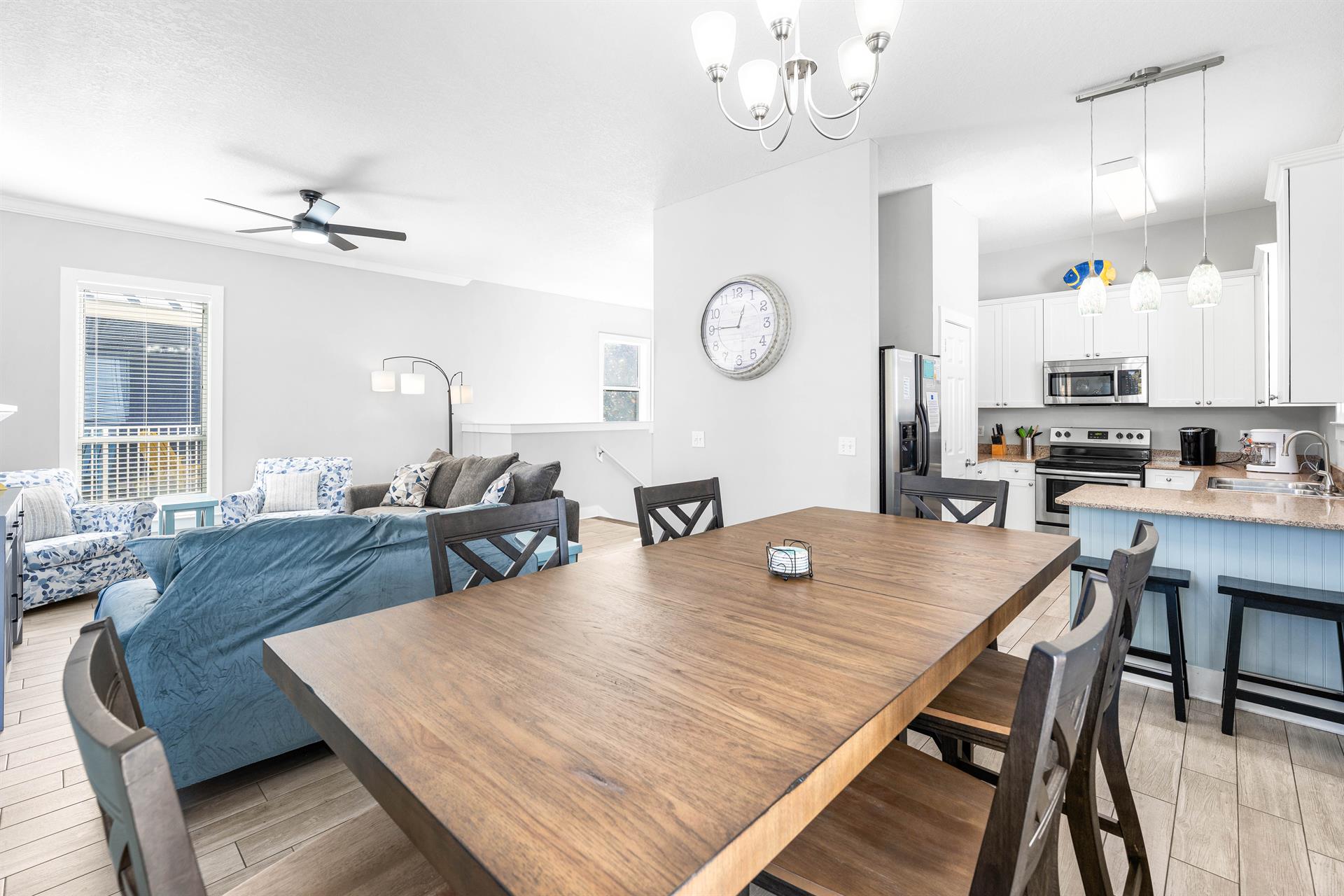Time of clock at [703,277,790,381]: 12:45
